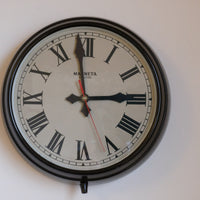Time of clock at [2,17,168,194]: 2:58
